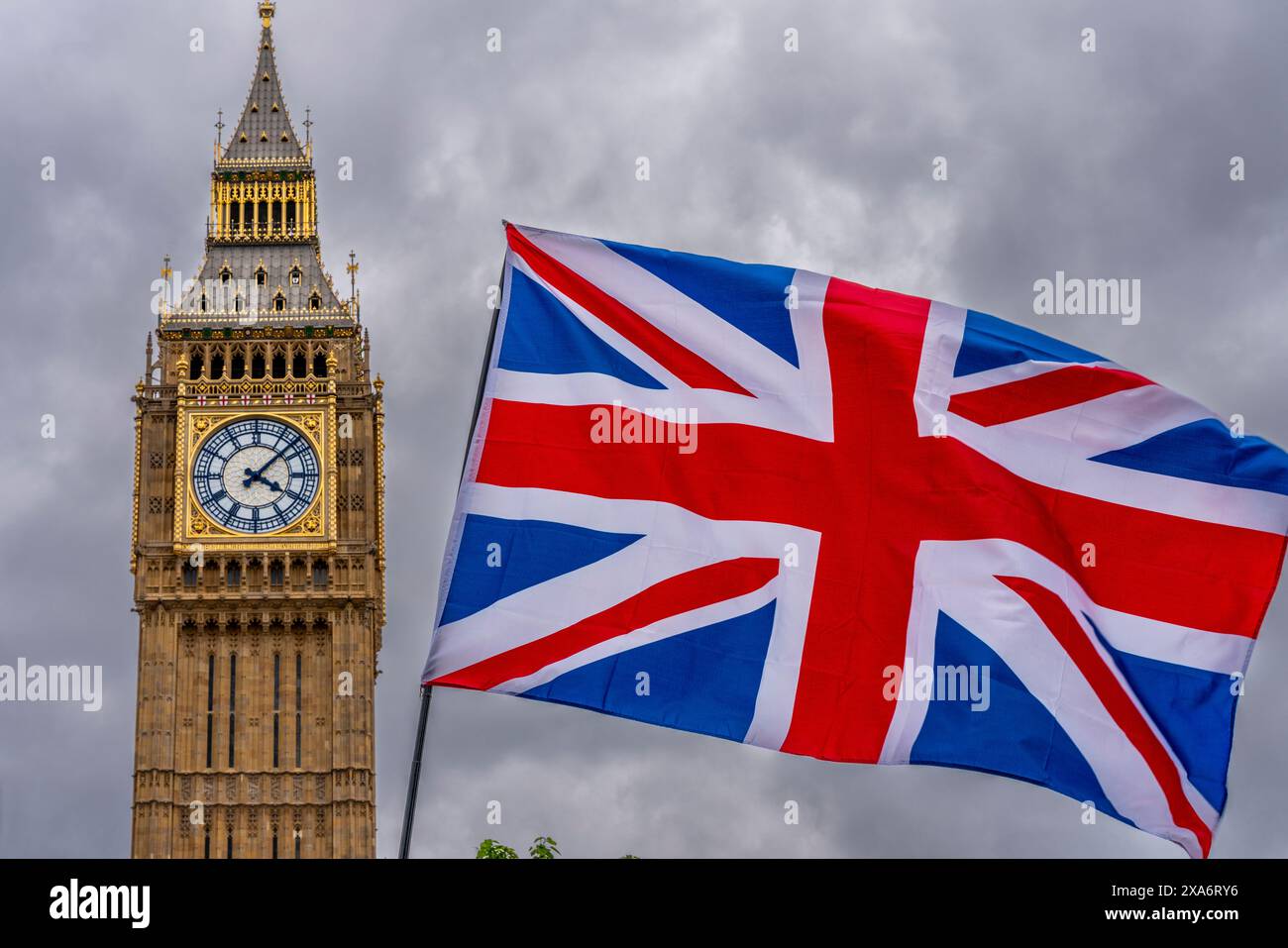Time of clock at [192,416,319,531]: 4:07
